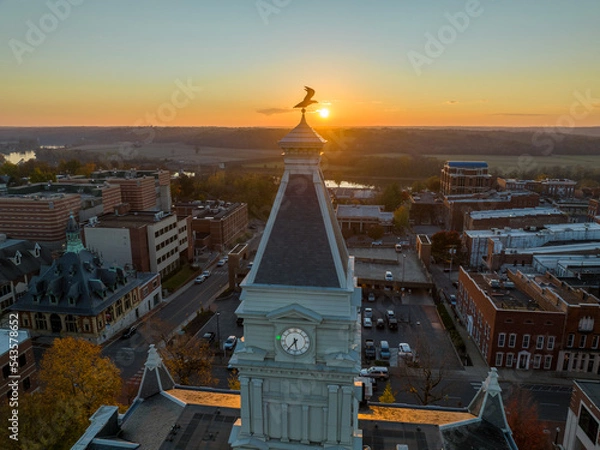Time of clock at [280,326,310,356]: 5:36
